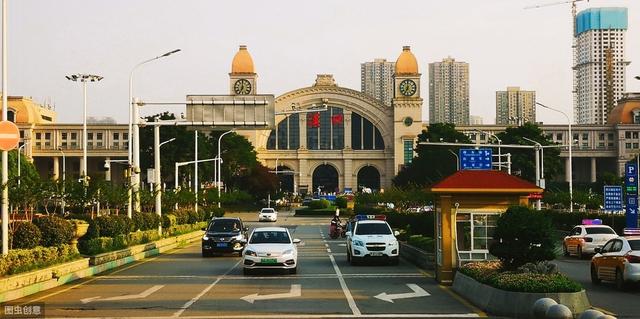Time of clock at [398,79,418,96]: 7:00
